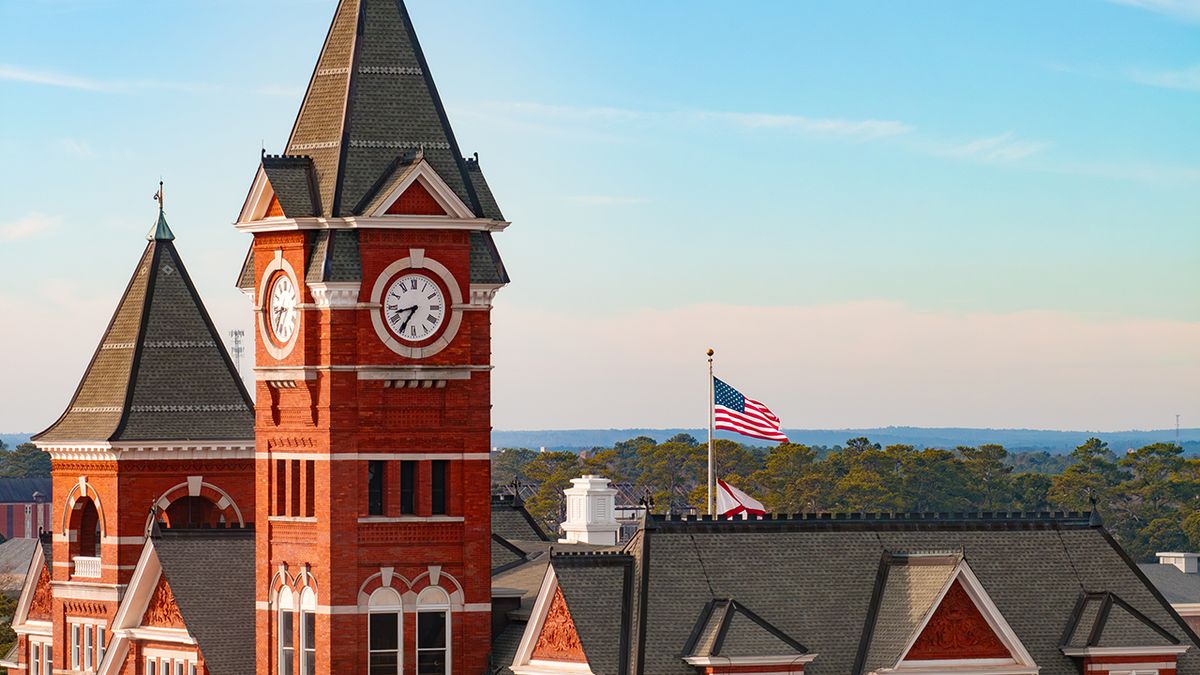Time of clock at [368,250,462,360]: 8:35
